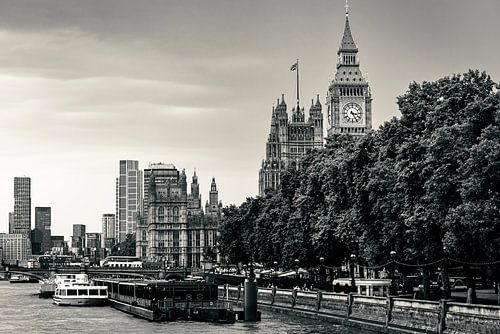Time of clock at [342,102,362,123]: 3:25
